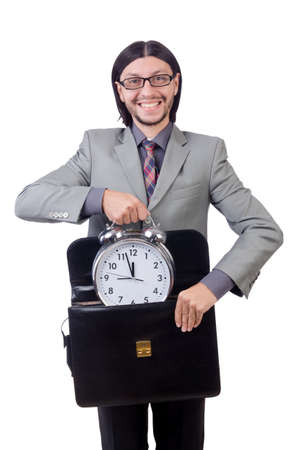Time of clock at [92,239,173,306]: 11:57
